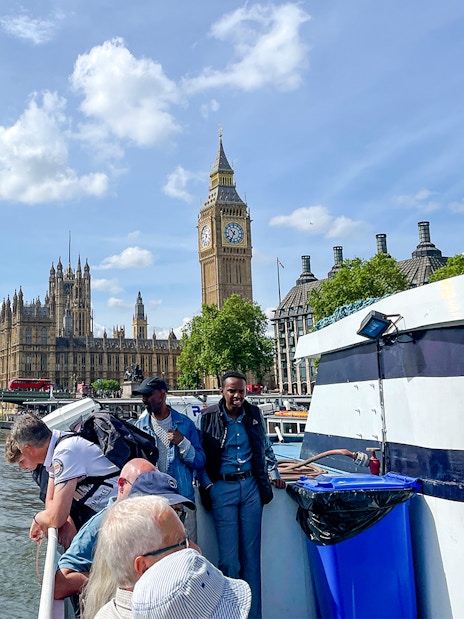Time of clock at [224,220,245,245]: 10:34
